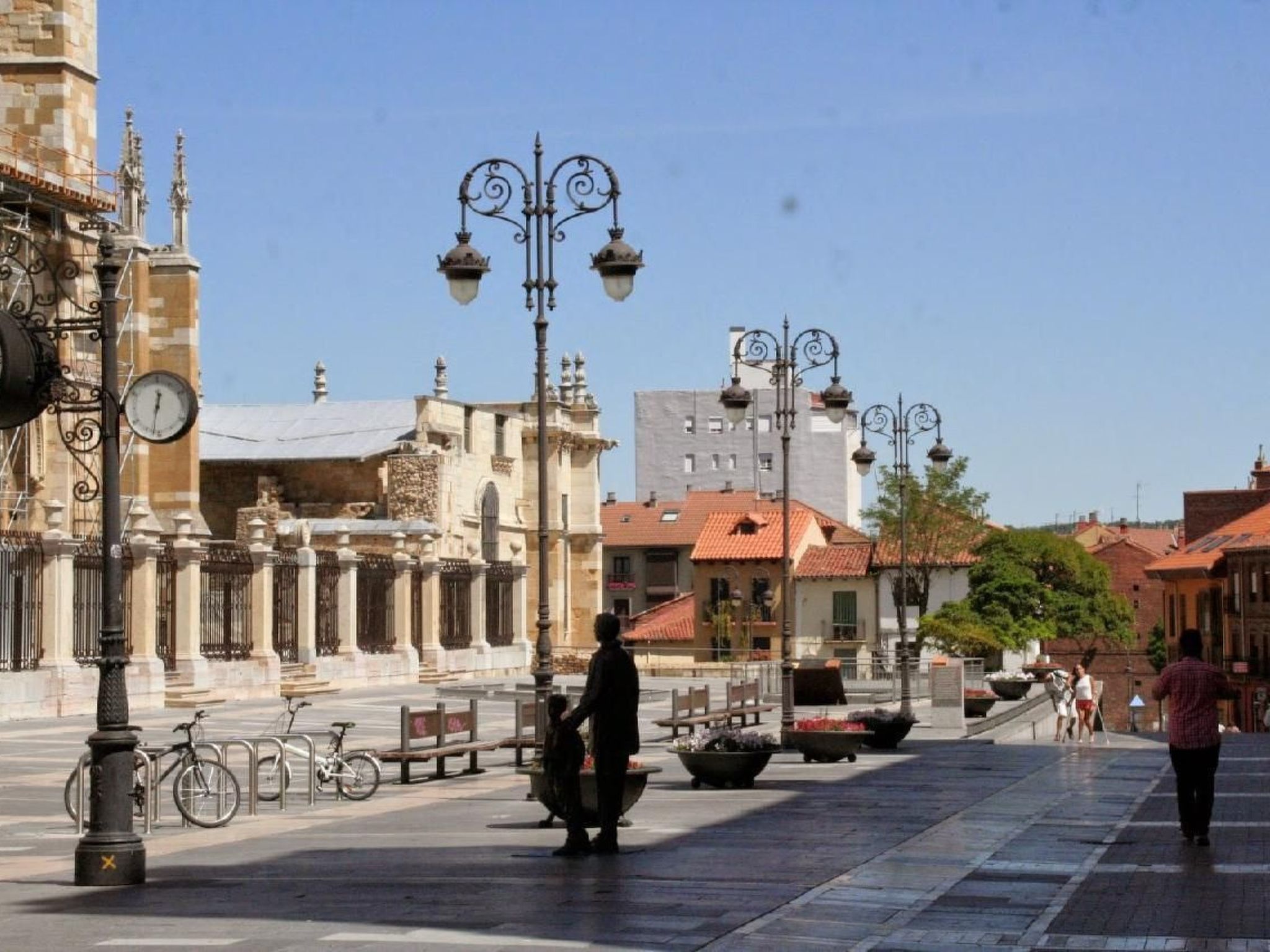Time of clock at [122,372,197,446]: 12:32
